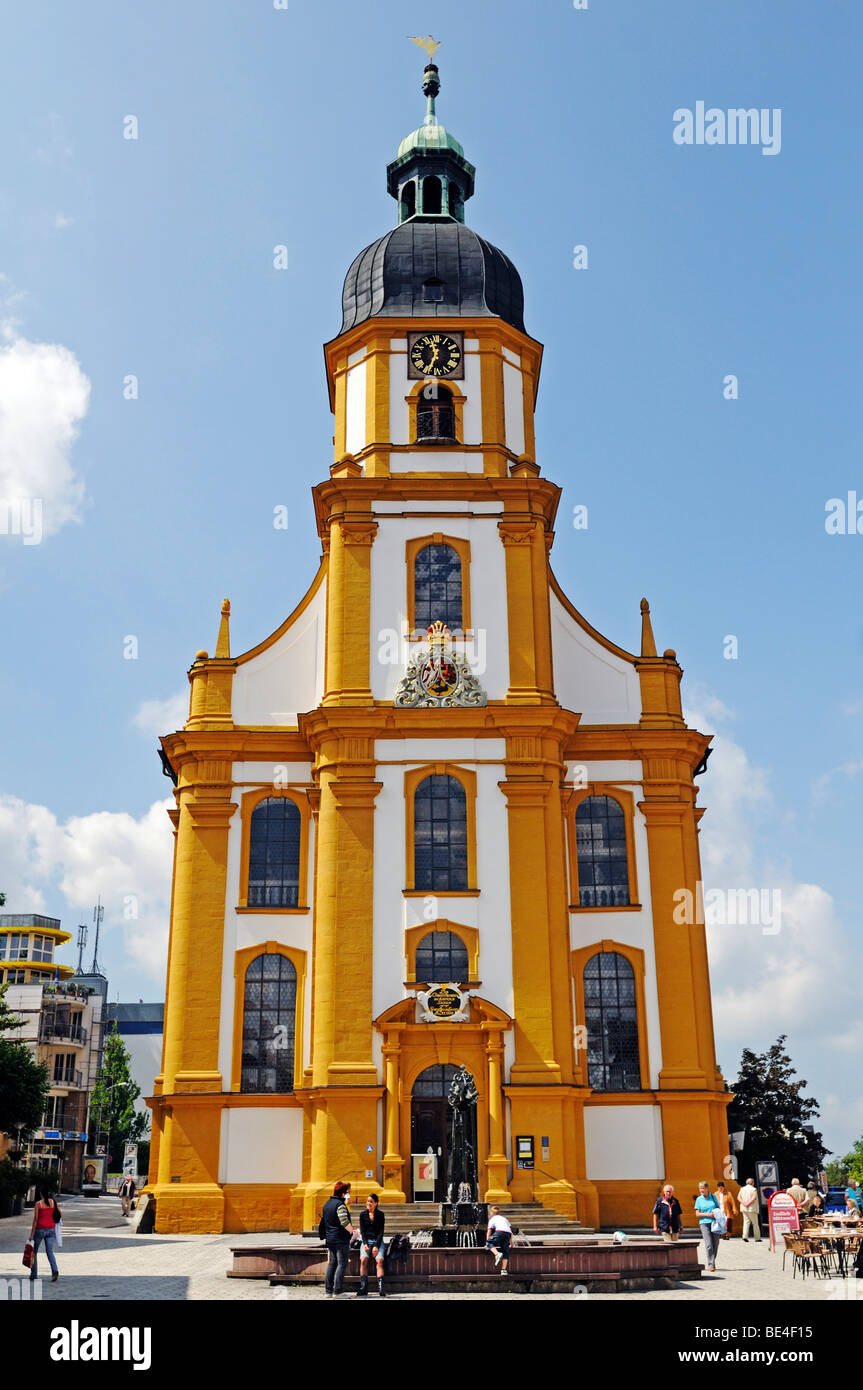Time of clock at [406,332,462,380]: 11:33
